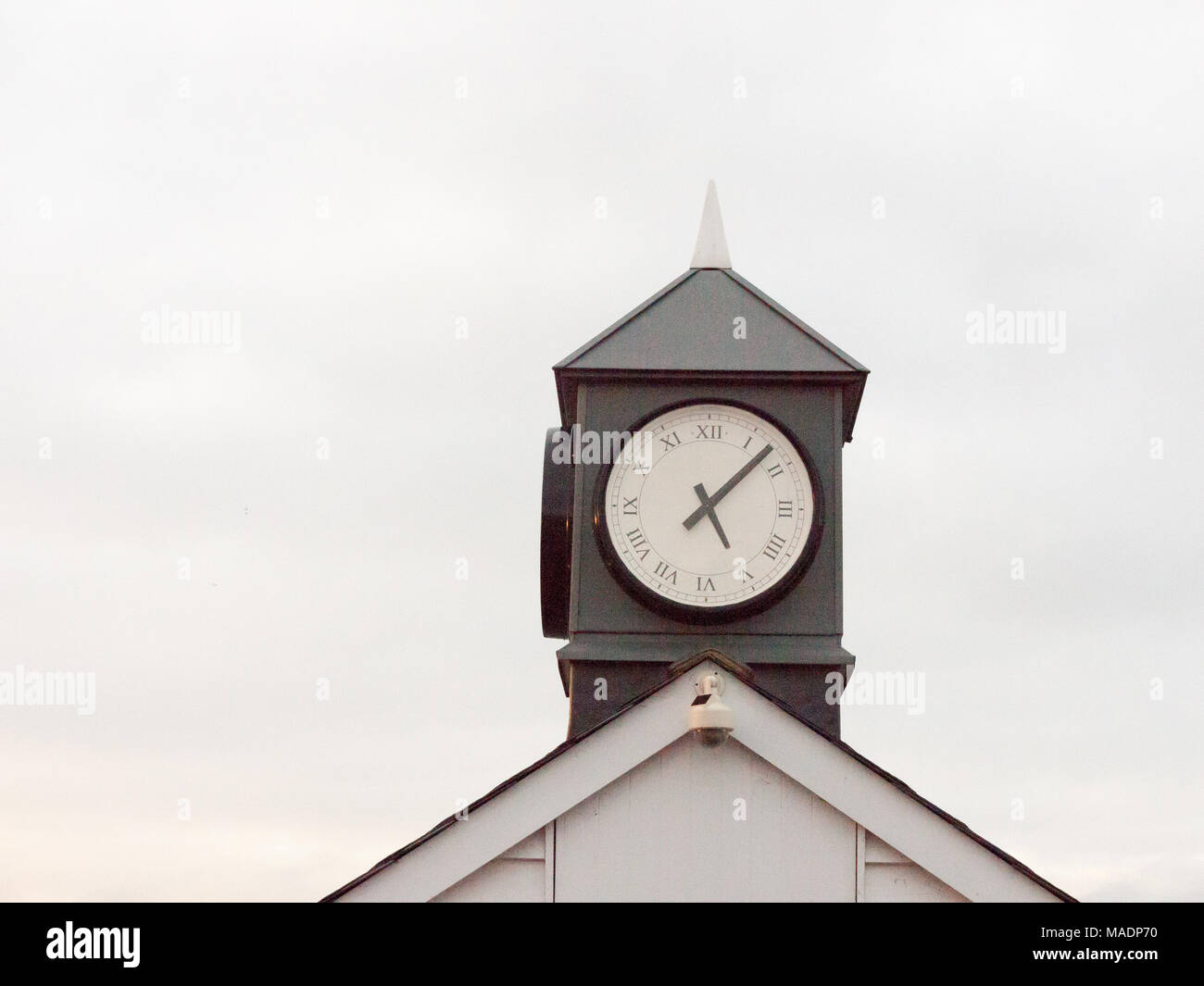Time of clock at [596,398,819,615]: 5:07
